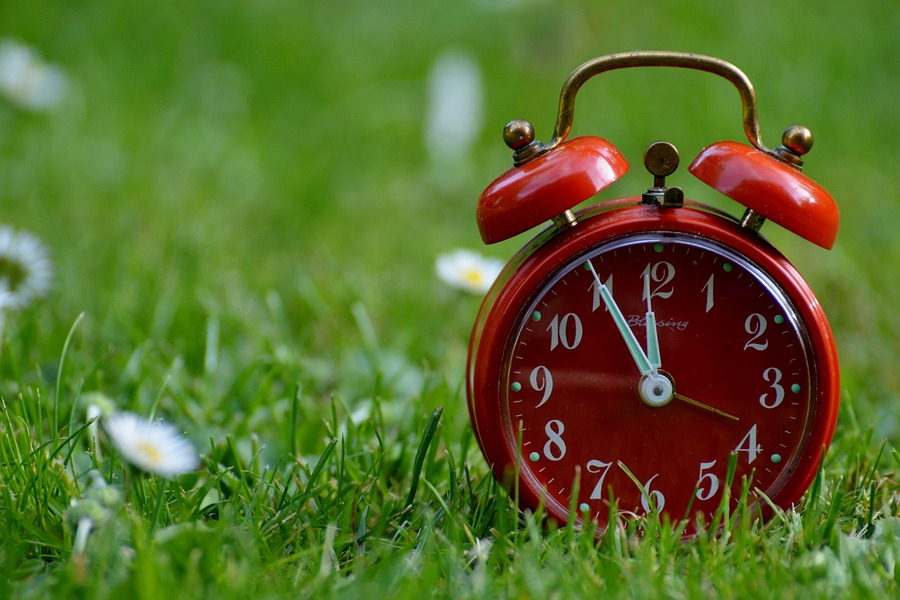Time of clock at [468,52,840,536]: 11:55
